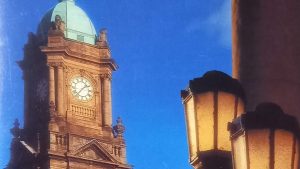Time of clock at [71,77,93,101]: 1:37
